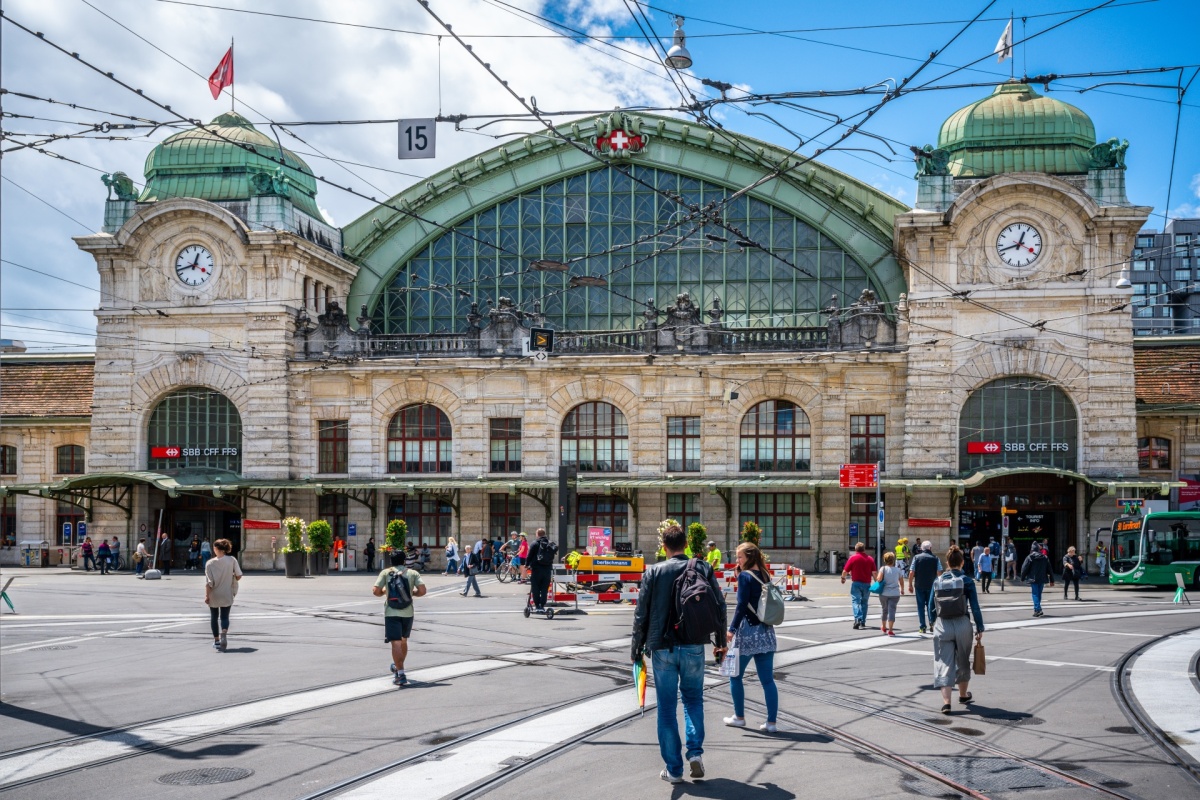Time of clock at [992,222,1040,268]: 12:42
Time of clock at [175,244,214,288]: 12:42
